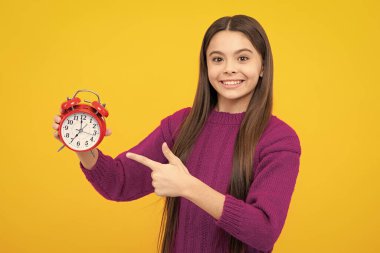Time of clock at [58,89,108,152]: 6:58
